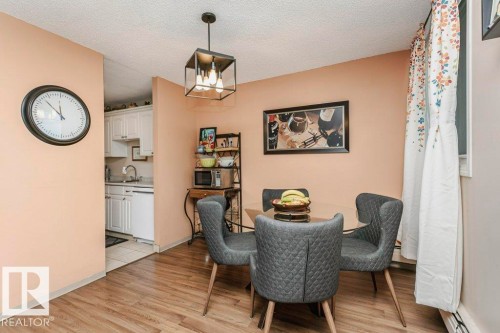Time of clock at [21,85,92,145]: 11:52
